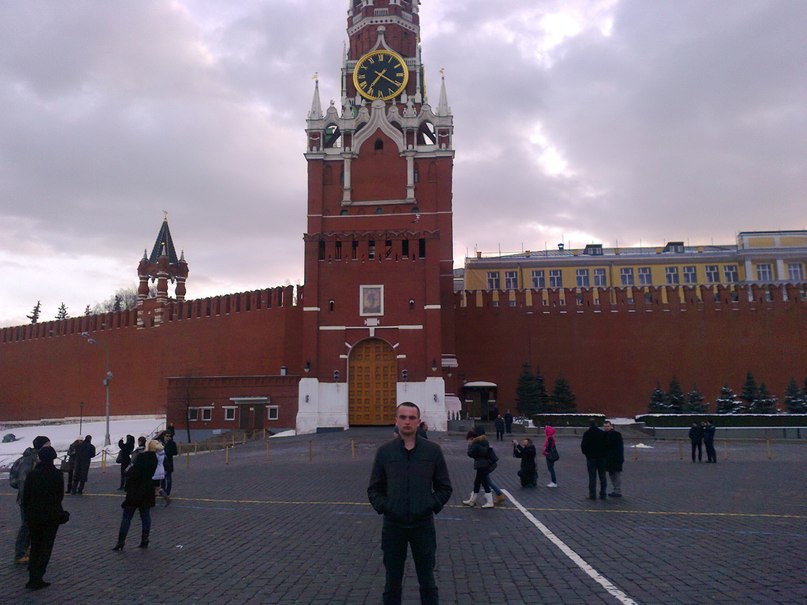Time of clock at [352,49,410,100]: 7:20
